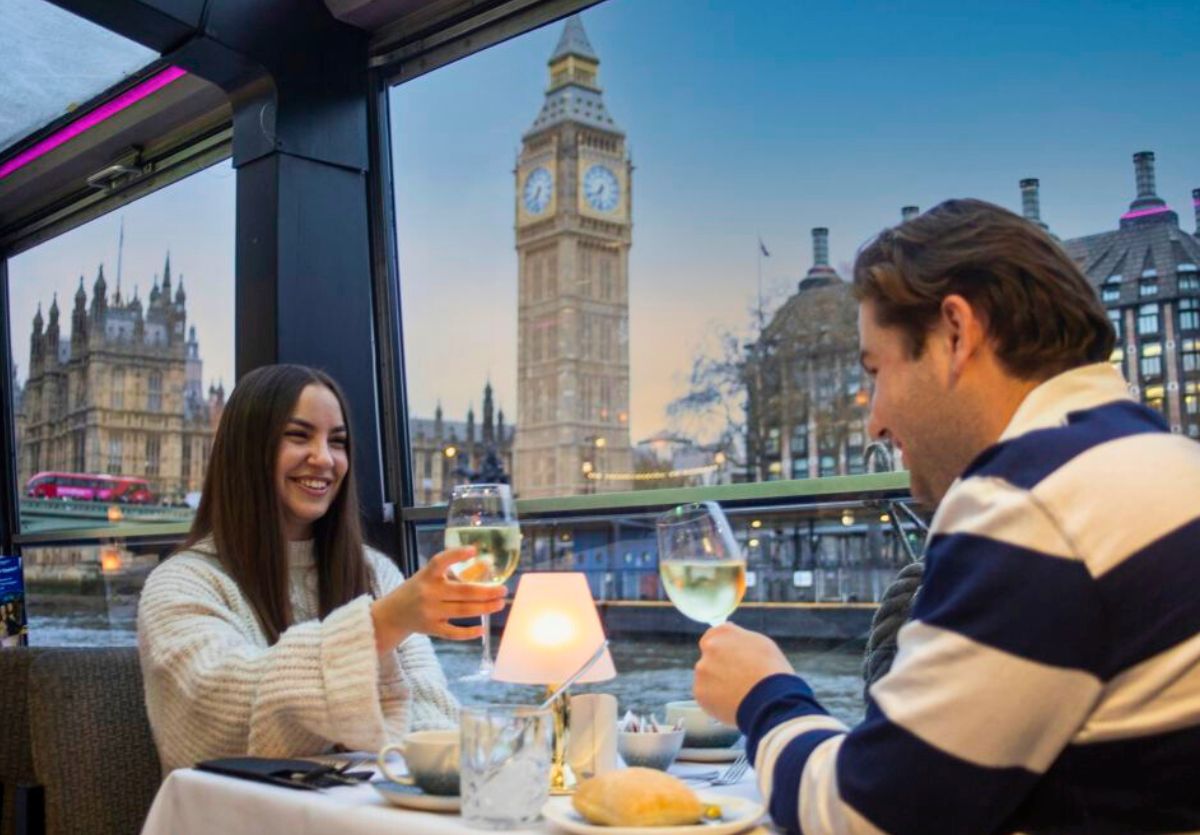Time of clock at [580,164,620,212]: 7:32
